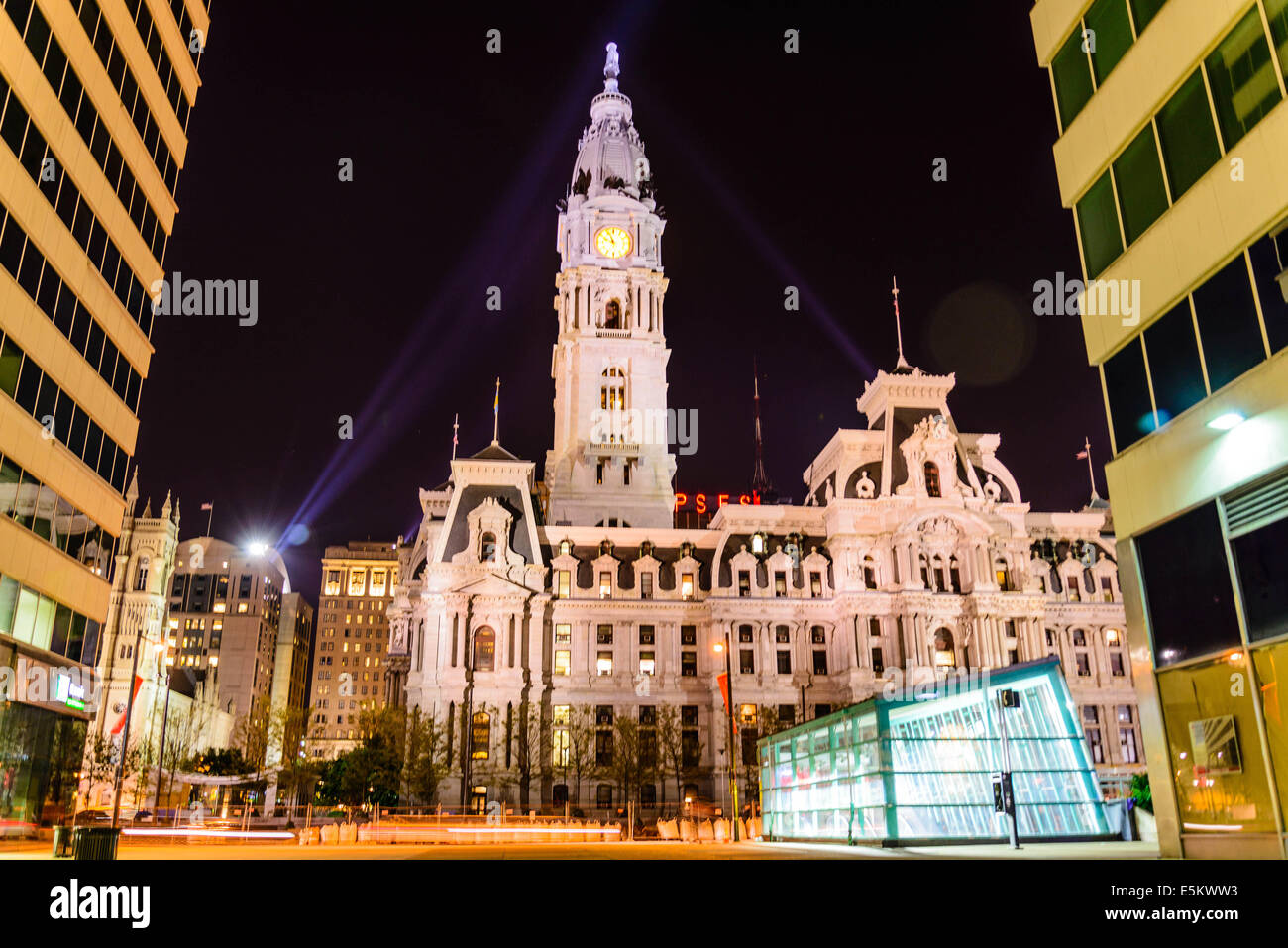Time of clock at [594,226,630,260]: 9:56
